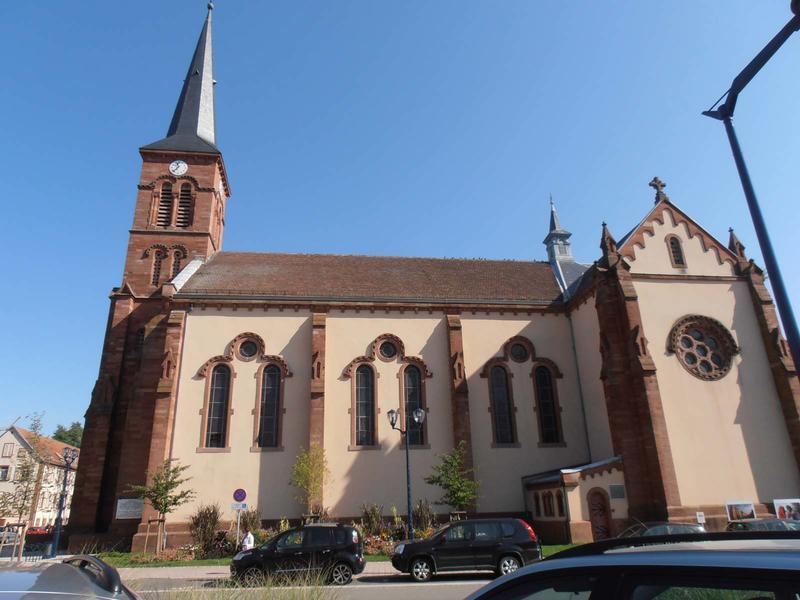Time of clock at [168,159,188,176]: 11:37
